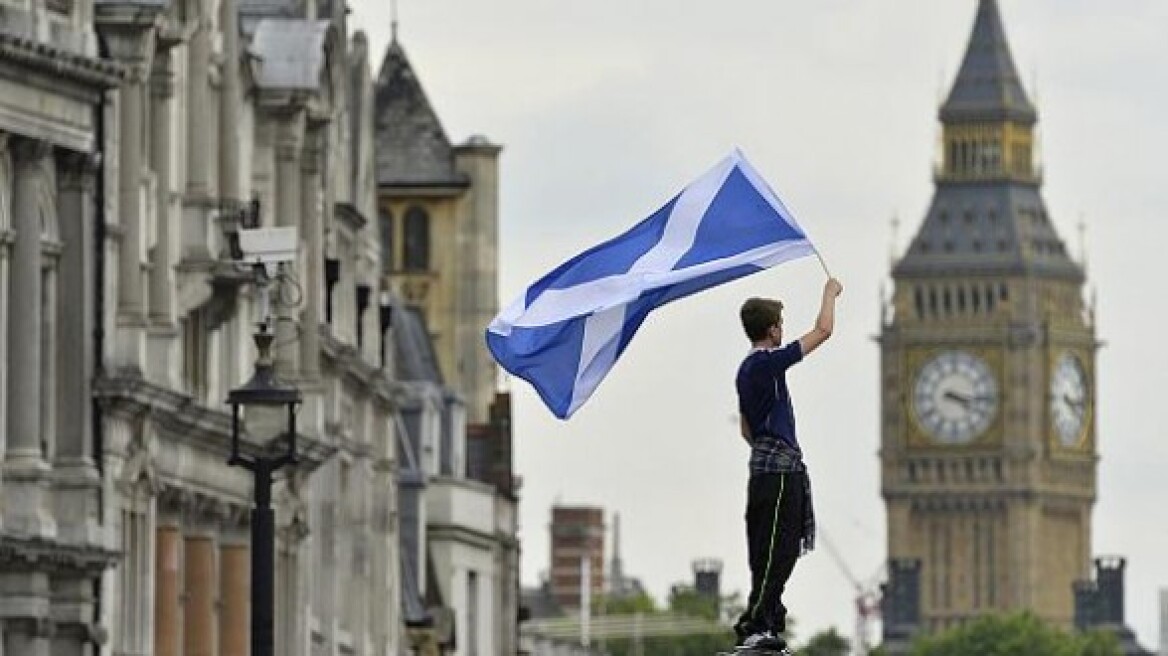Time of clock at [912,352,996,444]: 4:16
